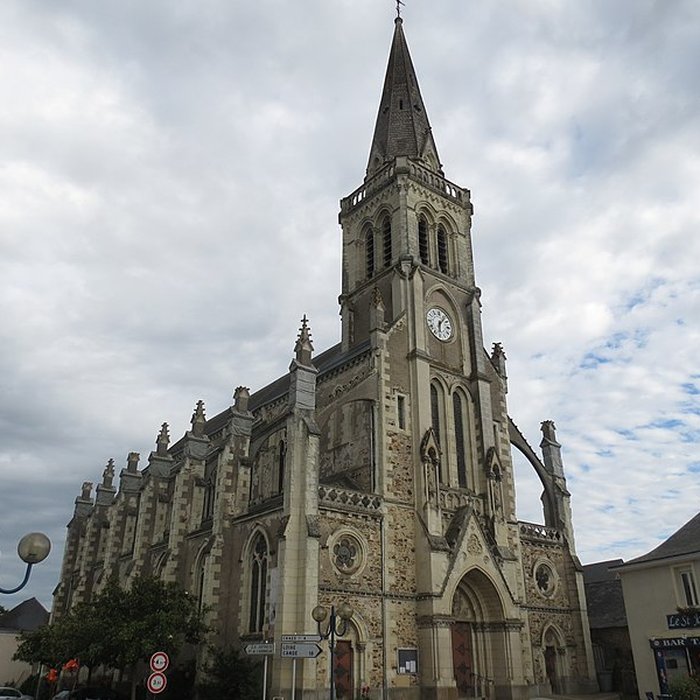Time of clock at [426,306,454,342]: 6:06
